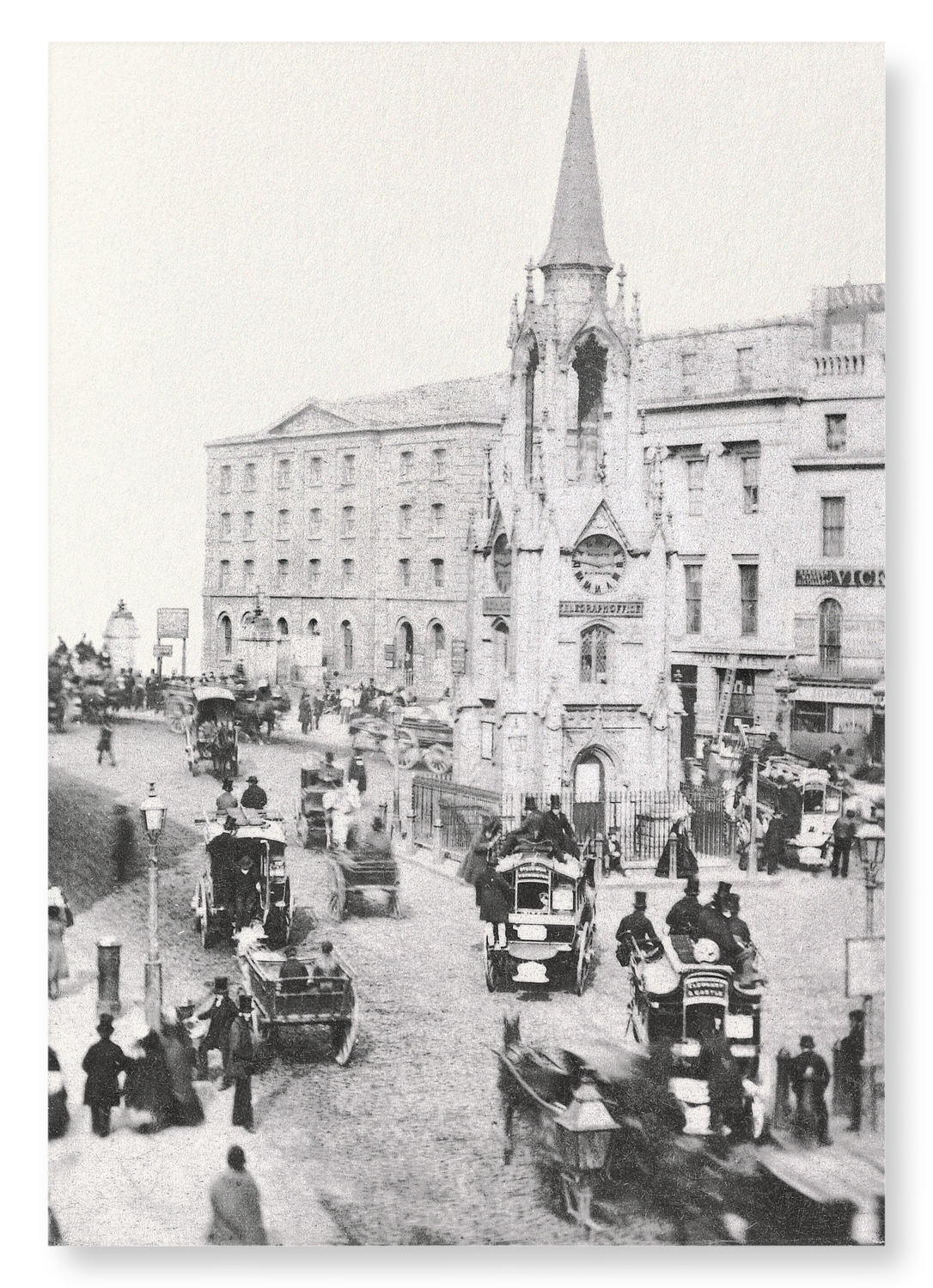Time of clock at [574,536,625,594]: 2:46
